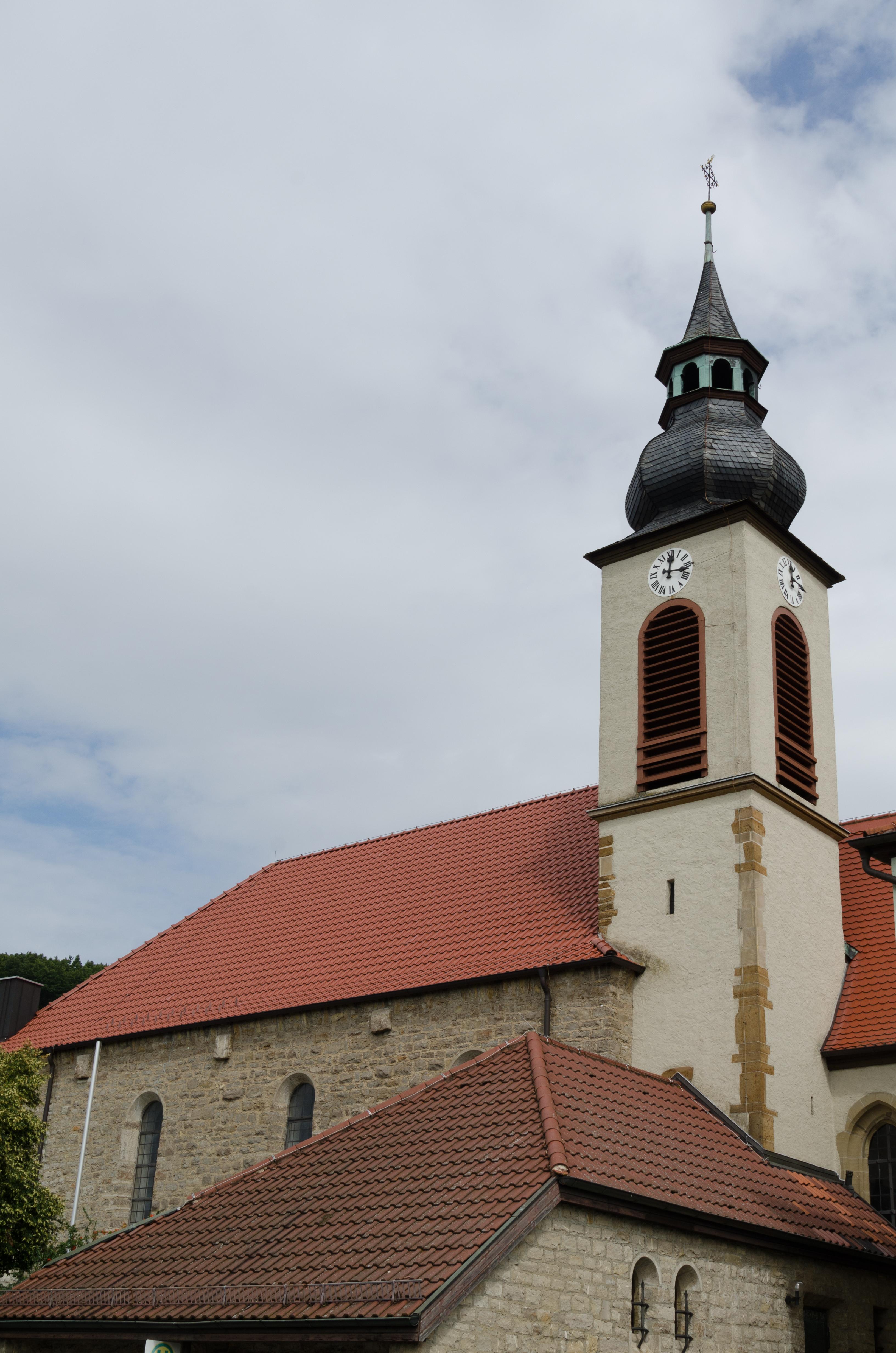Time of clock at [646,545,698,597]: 12:16
